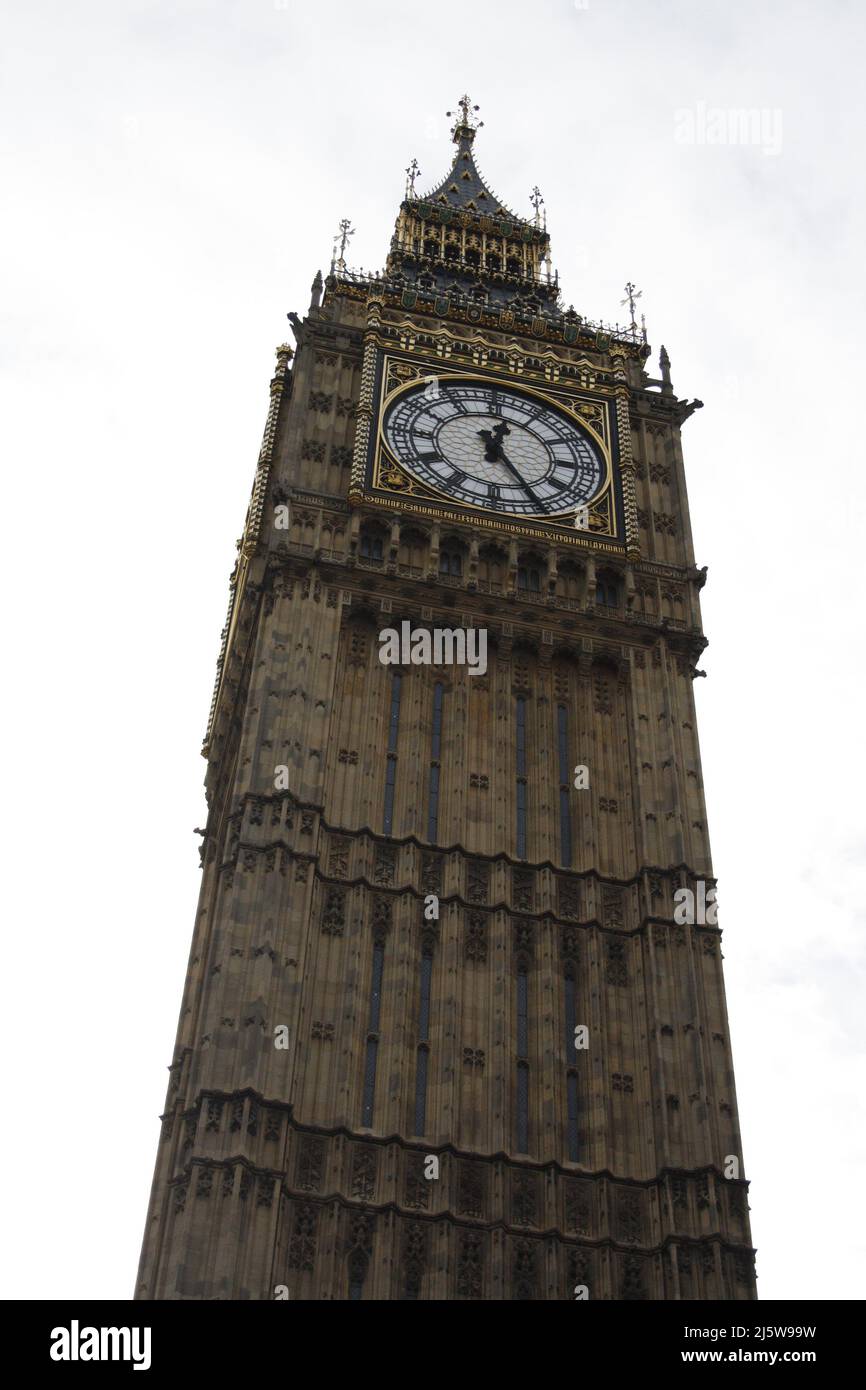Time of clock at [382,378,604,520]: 12:24
